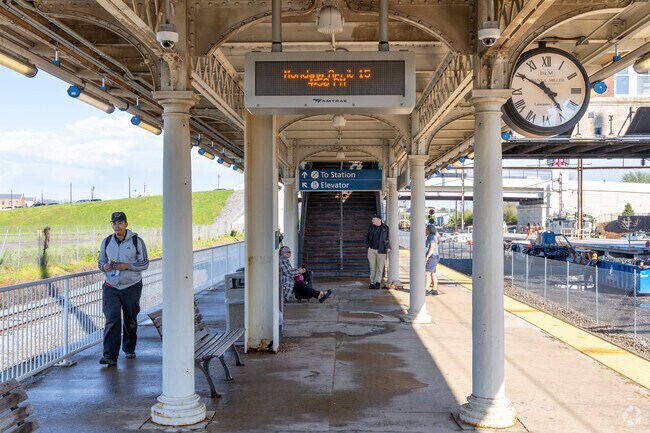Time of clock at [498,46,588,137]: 4:50
